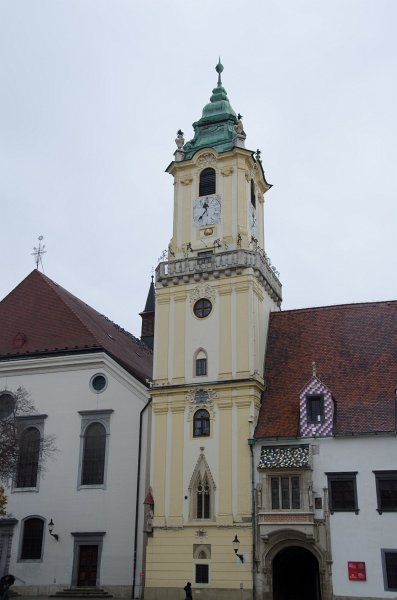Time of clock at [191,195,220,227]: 11:37
